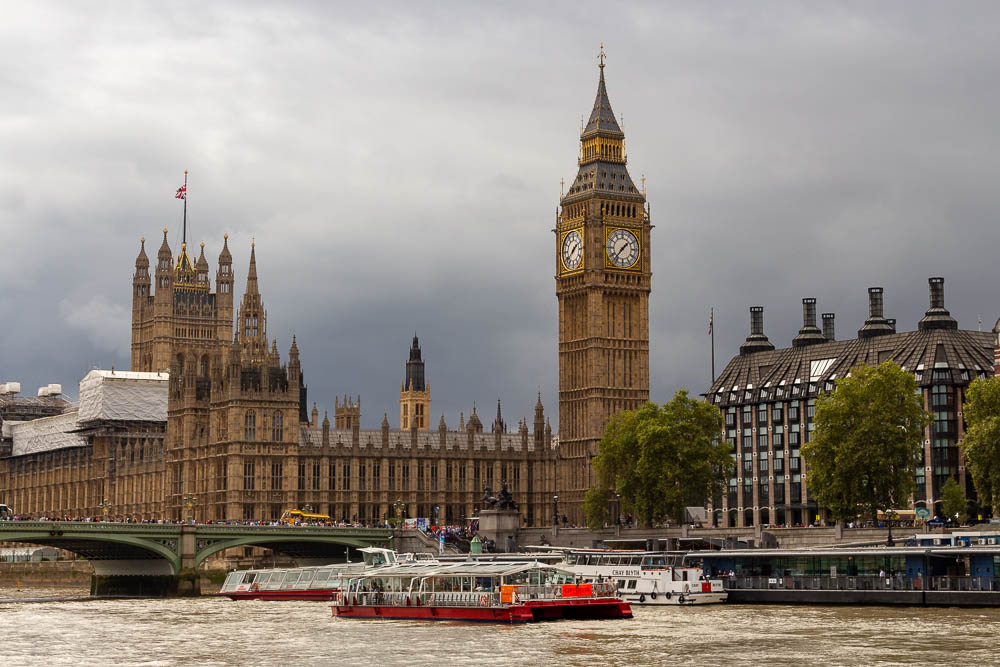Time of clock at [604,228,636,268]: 1:36
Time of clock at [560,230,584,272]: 1:38
